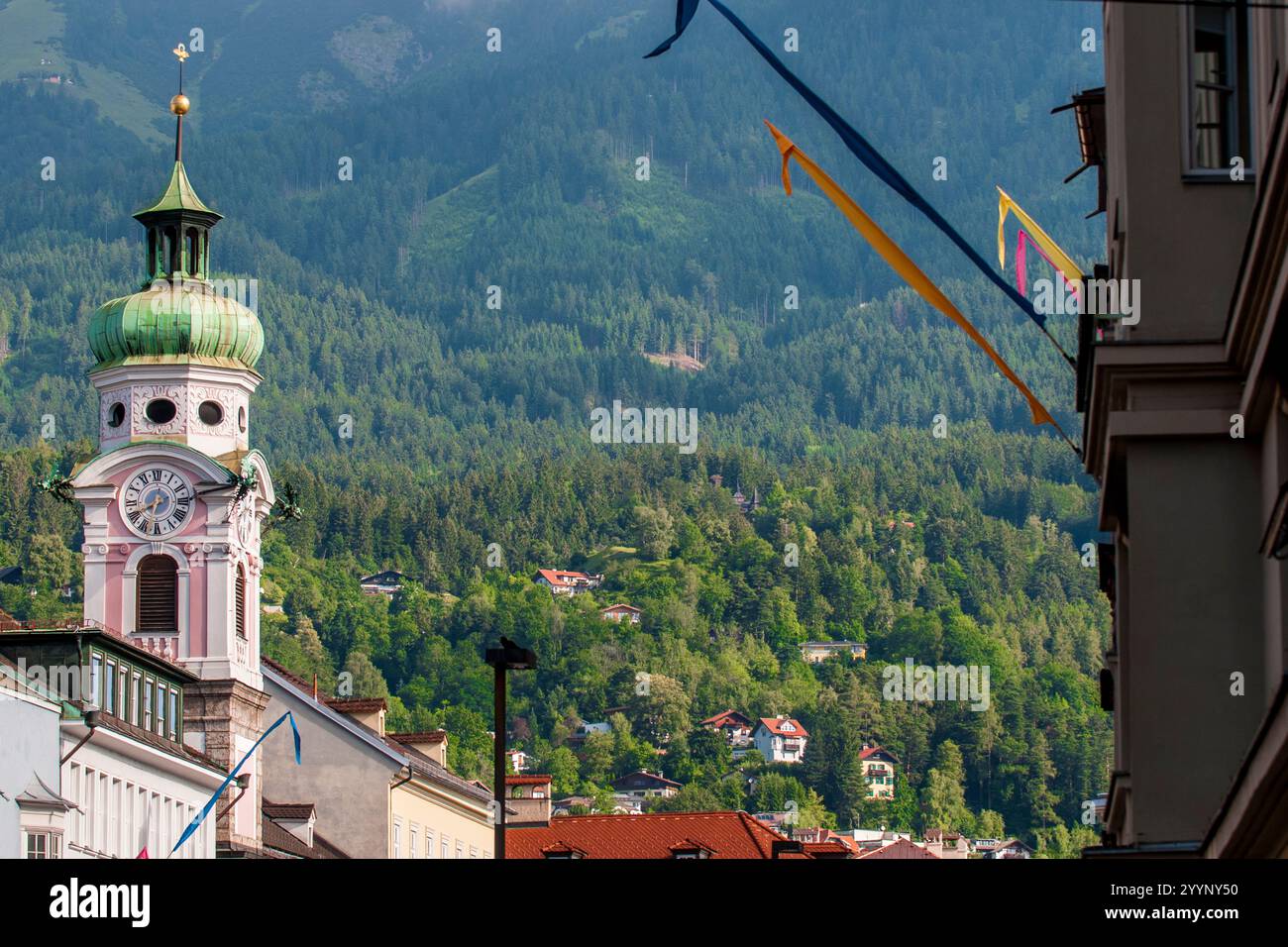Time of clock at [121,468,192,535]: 7:40
